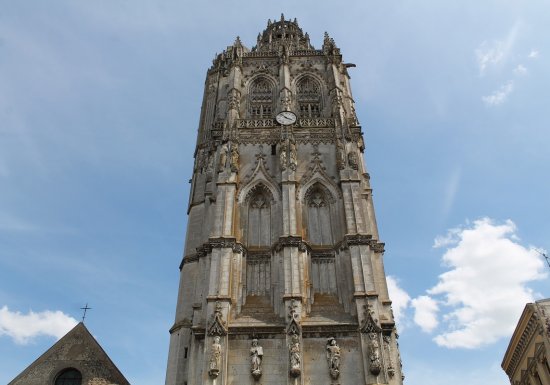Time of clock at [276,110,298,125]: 3:52
